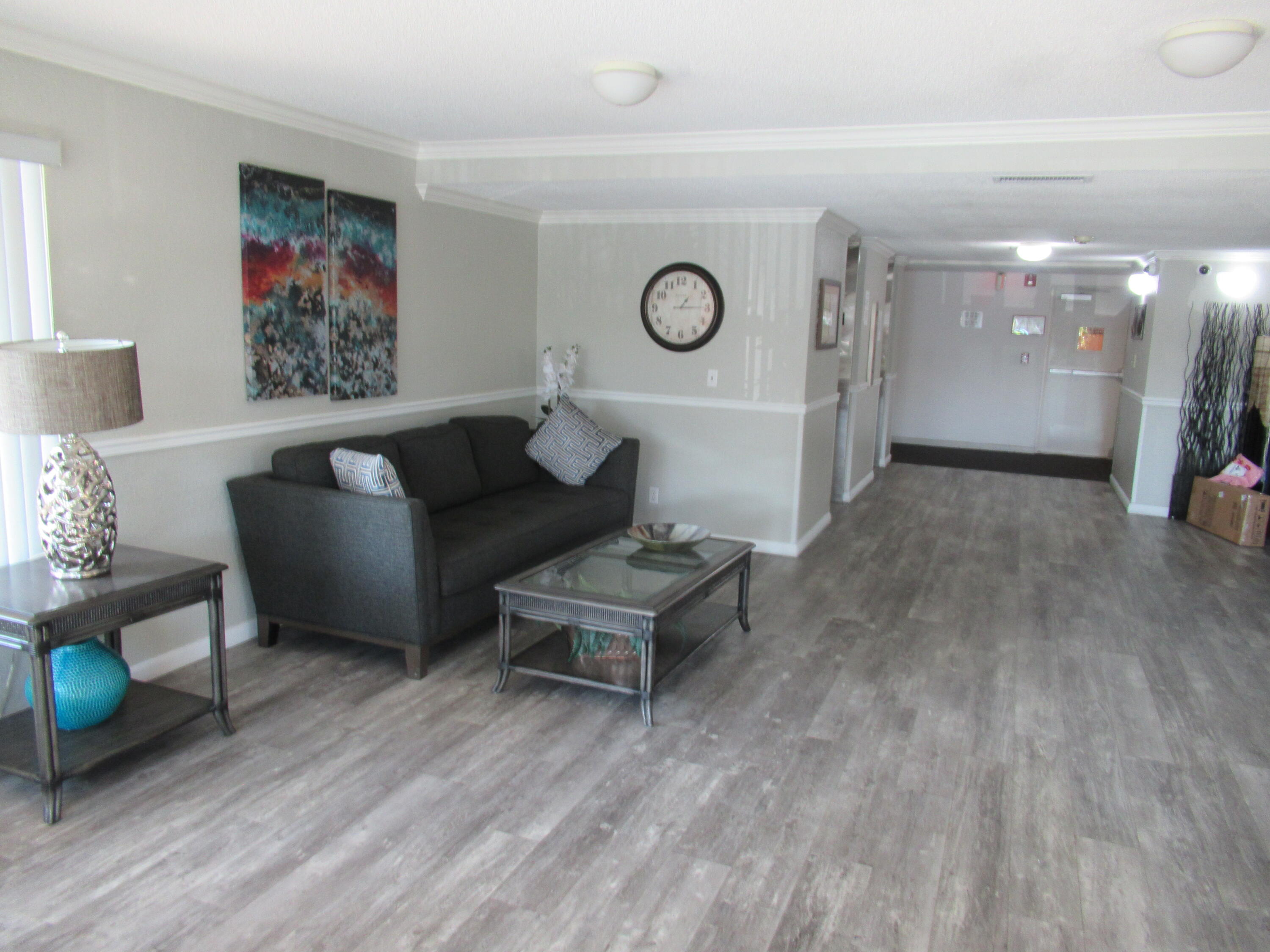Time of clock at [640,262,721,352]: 1:14
